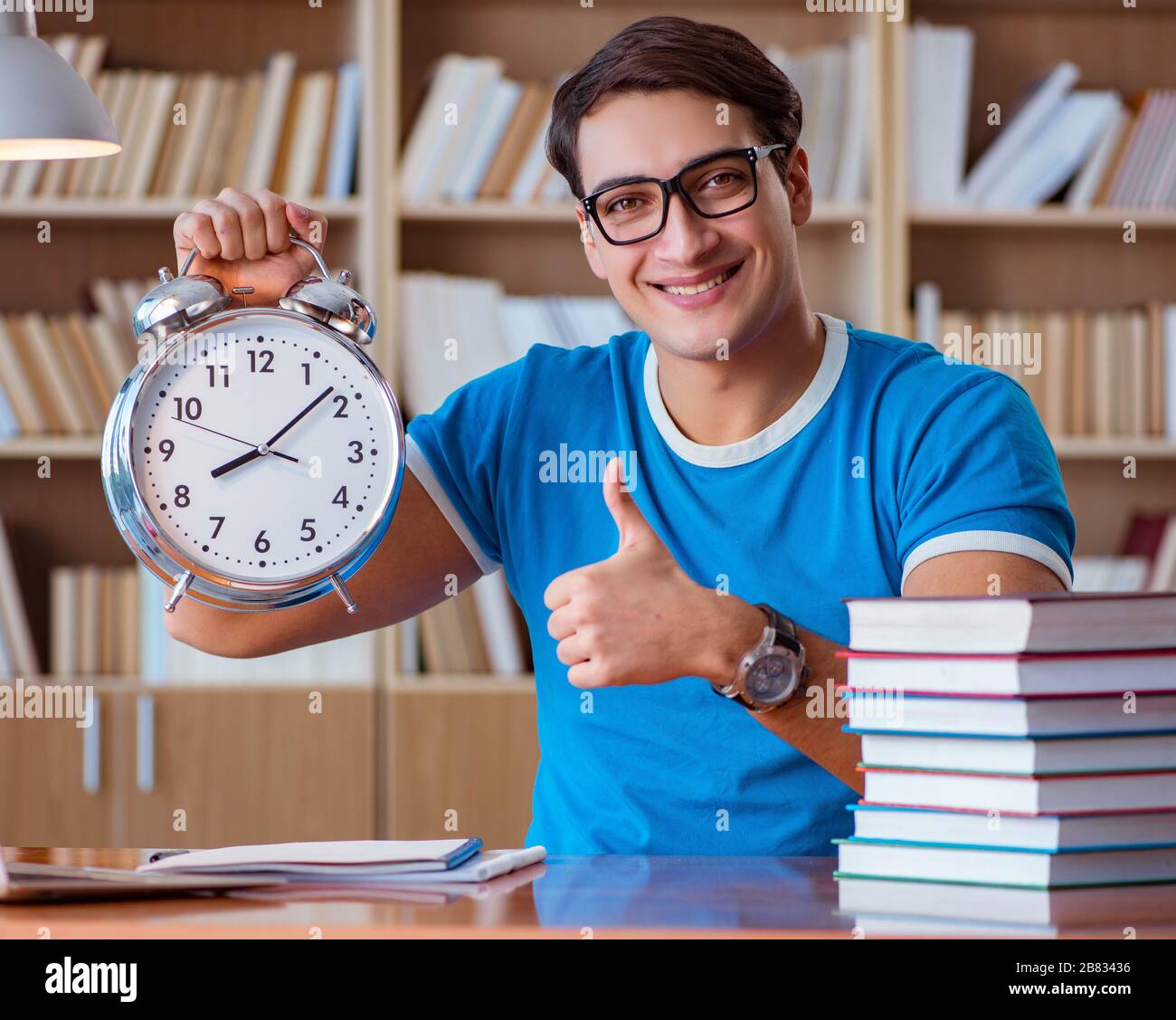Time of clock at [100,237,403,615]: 8:08
